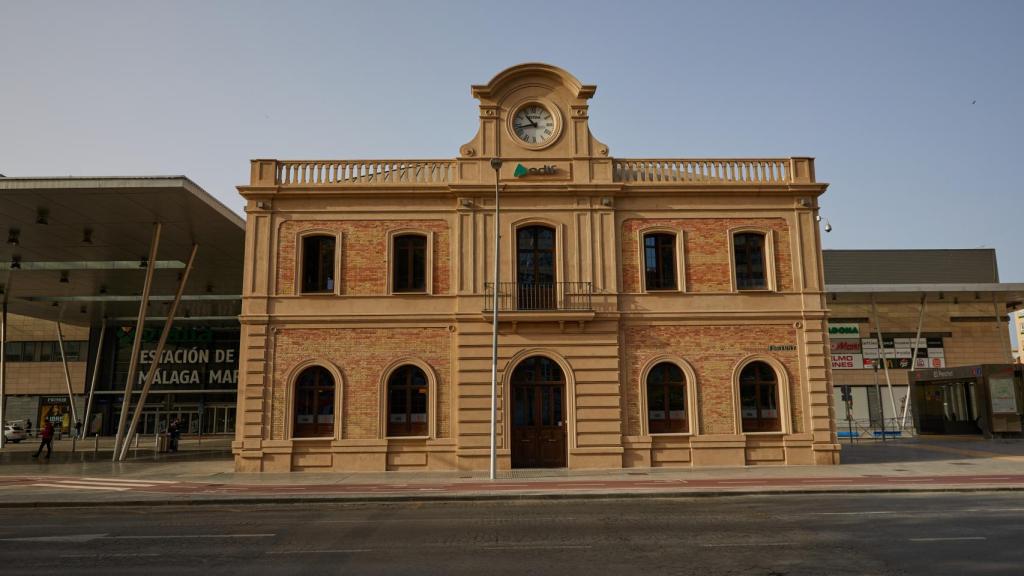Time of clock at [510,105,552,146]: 10:42
